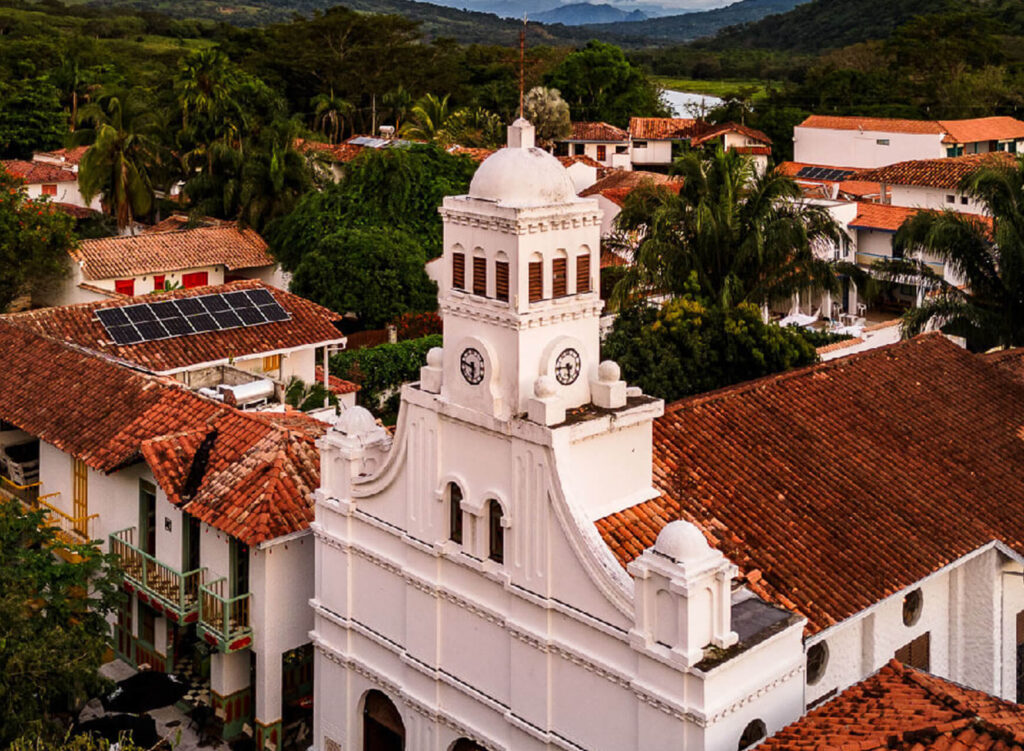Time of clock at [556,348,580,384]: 5:45
